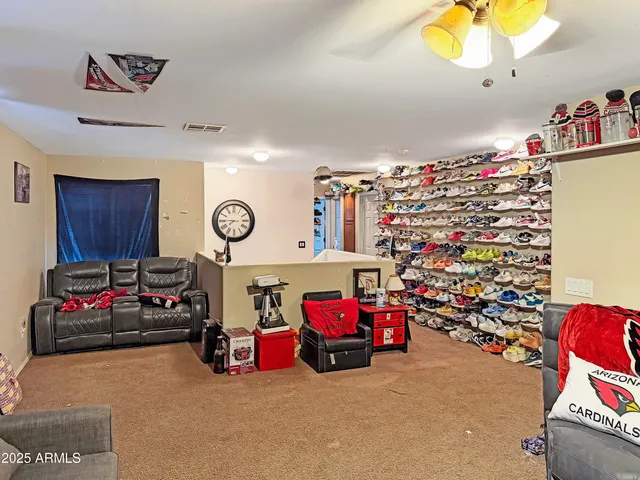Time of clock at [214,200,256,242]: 7:45
